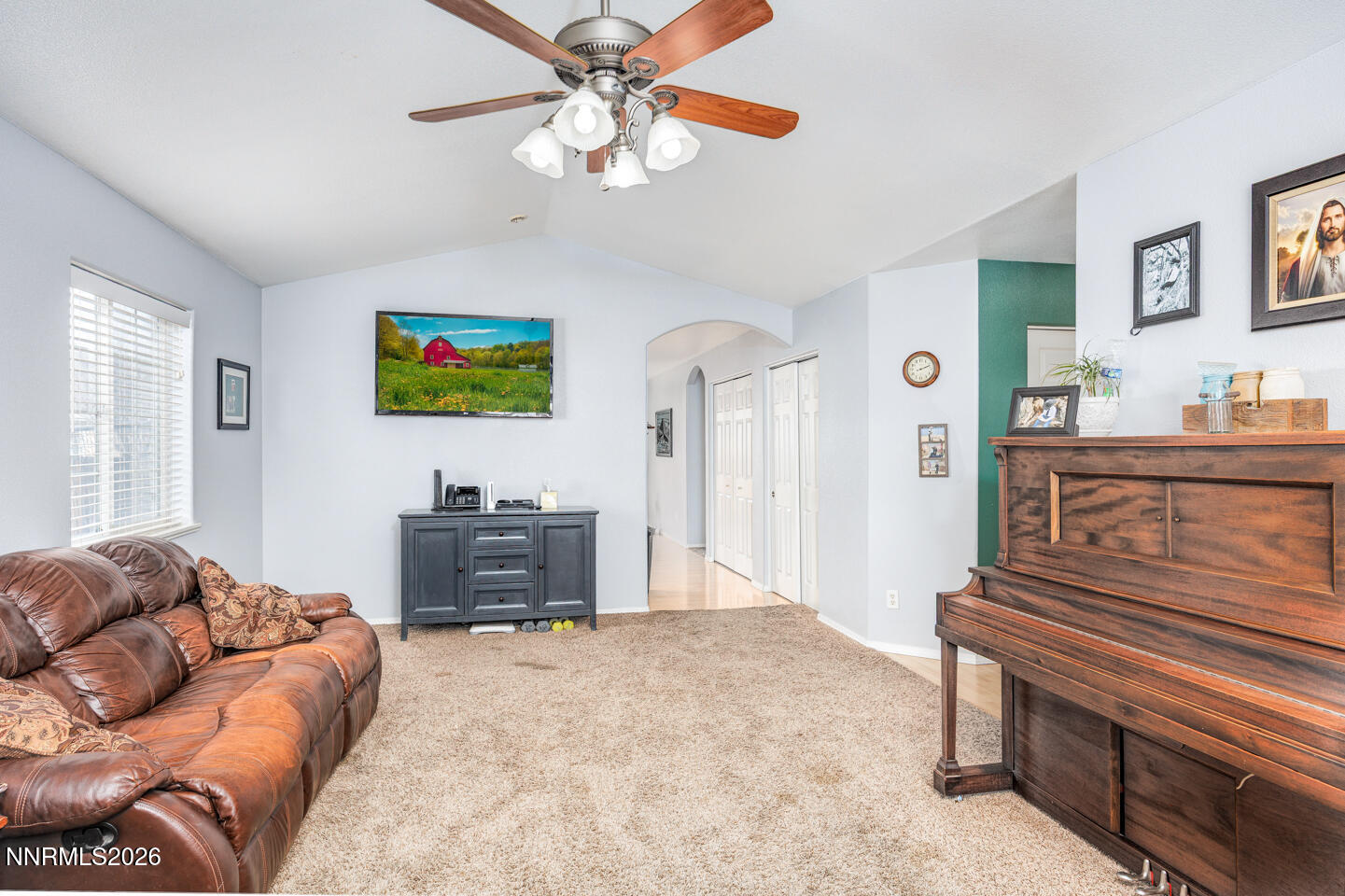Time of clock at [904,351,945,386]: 2:11
